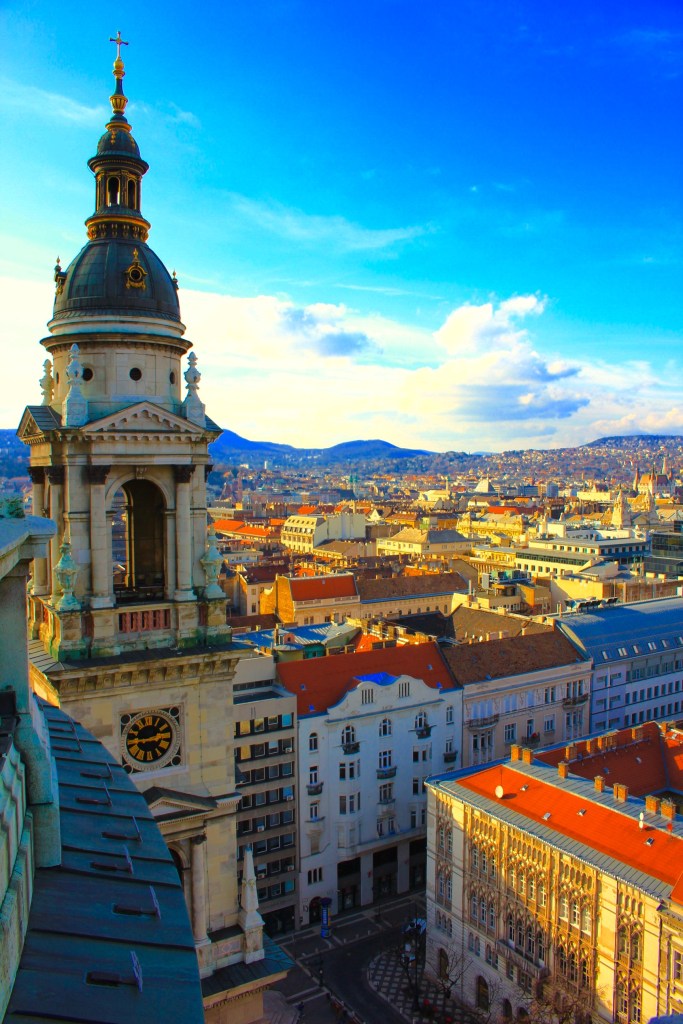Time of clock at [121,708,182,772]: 2:43
